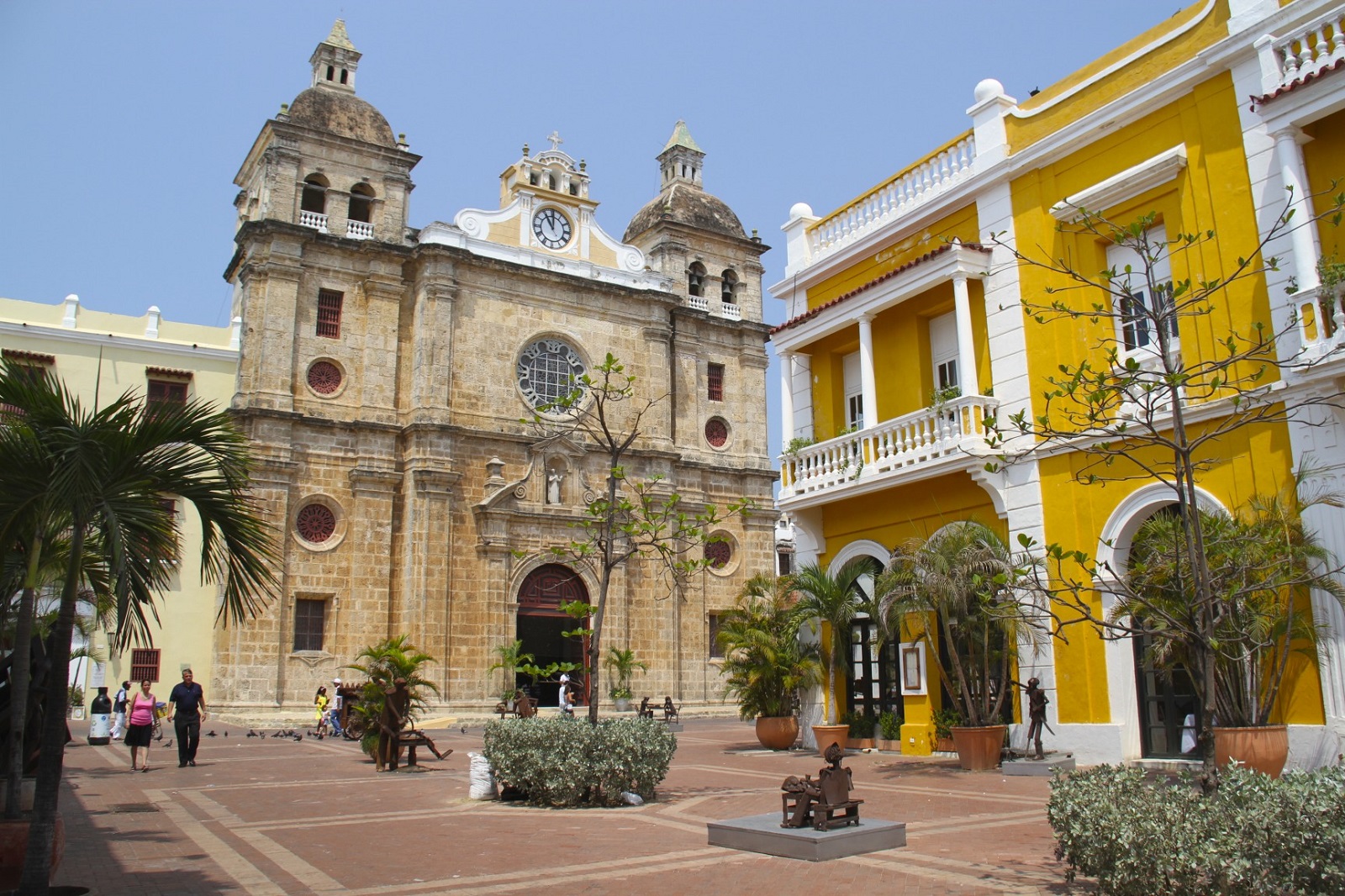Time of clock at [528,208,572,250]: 11:00
